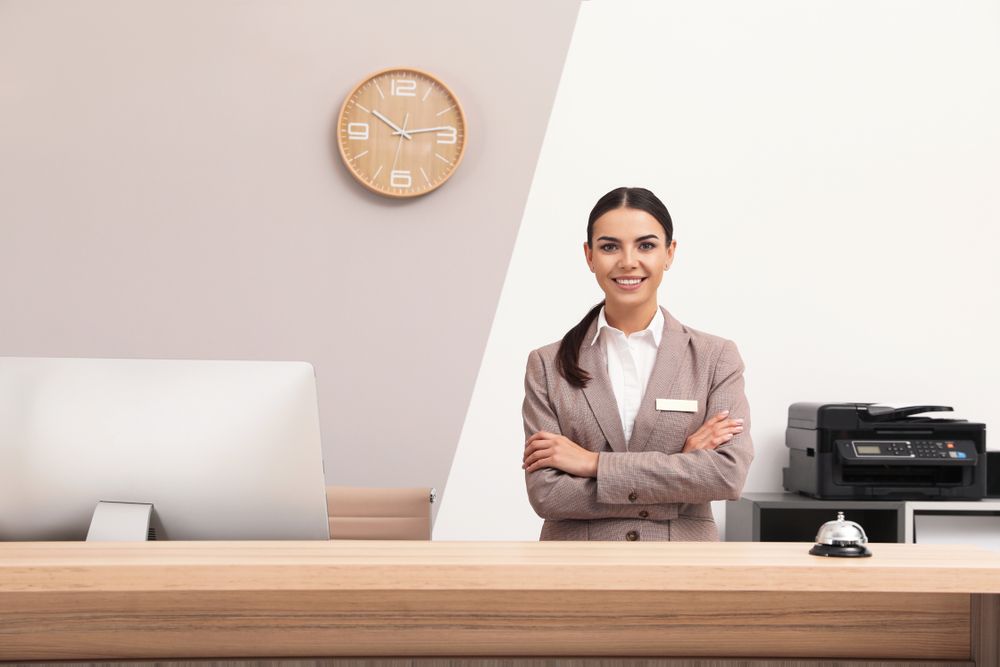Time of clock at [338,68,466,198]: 10:13
